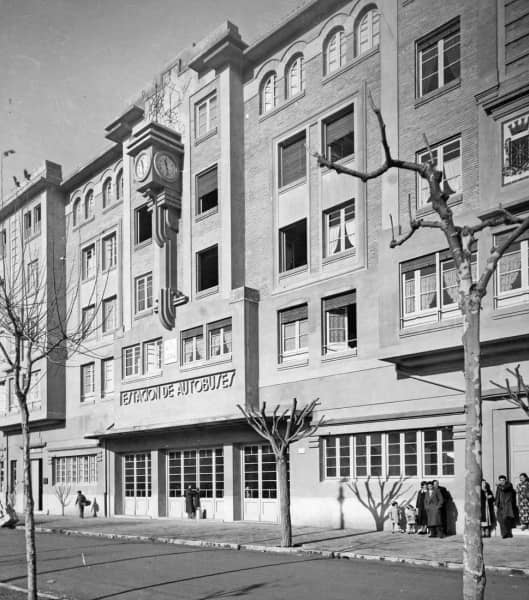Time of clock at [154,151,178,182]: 11:28
